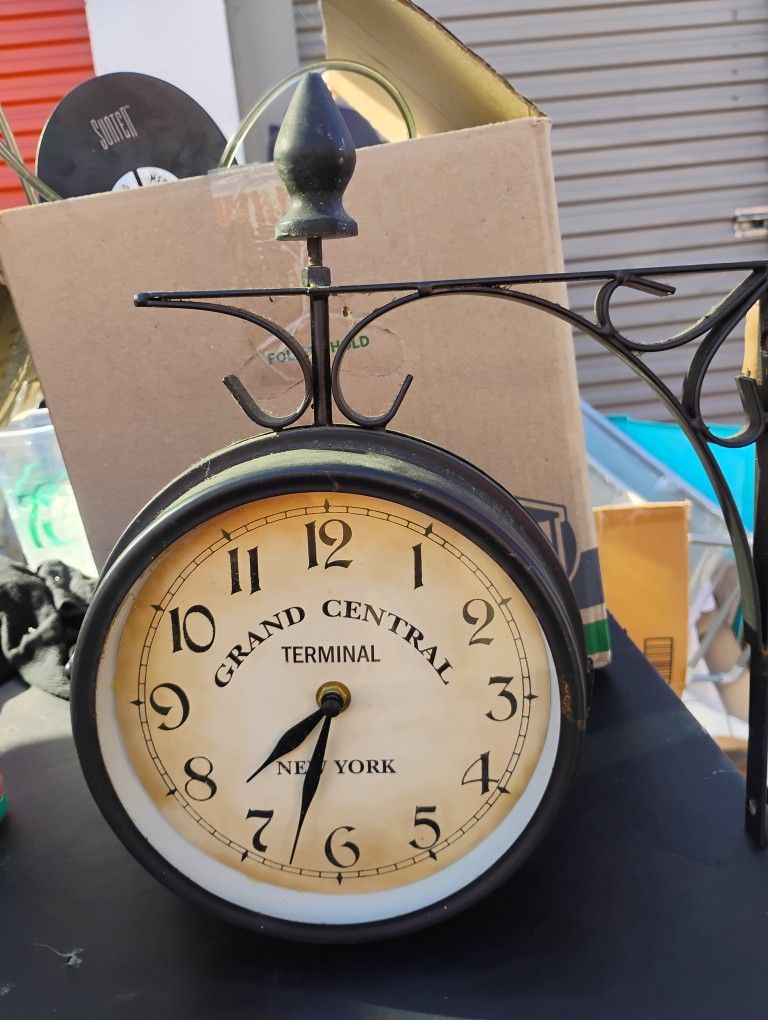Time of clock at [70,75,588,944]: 7:32
